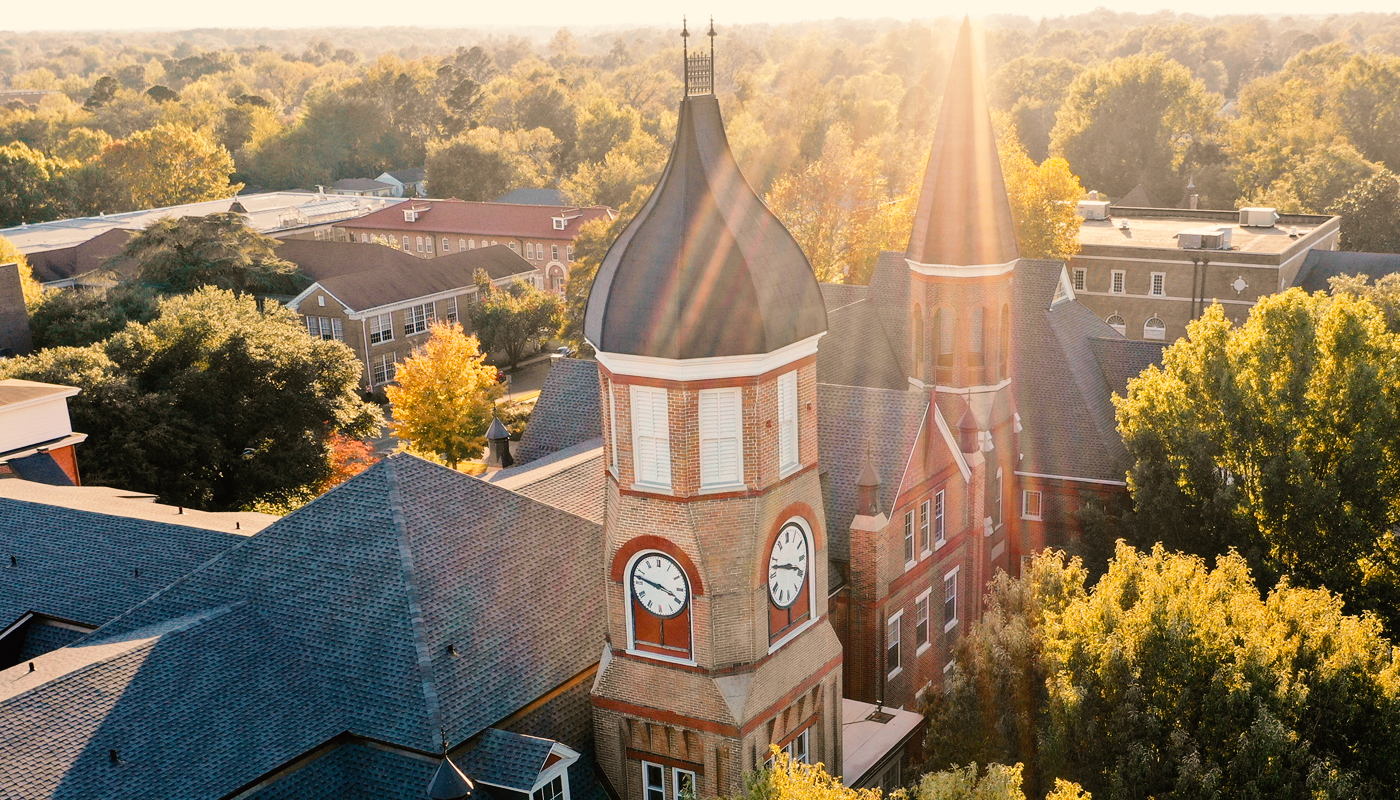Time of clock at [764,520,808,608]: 3:47
